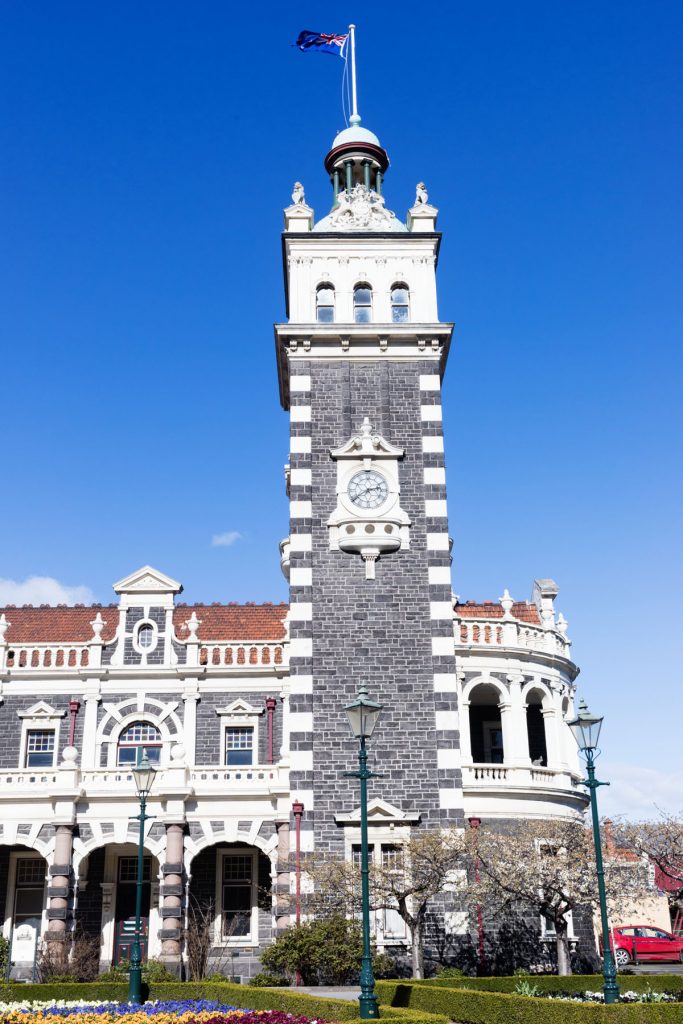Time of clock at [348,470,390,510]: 2:39
